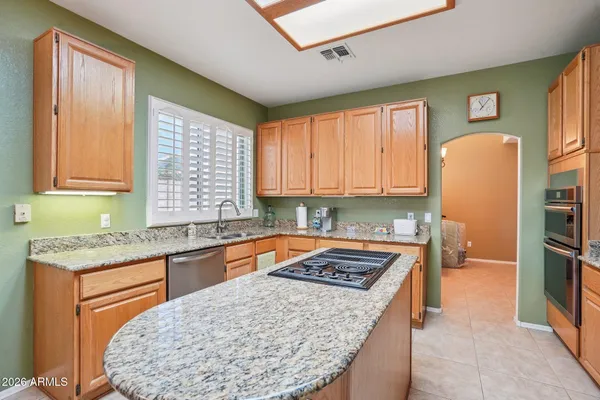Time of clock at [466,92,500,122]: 11:06
